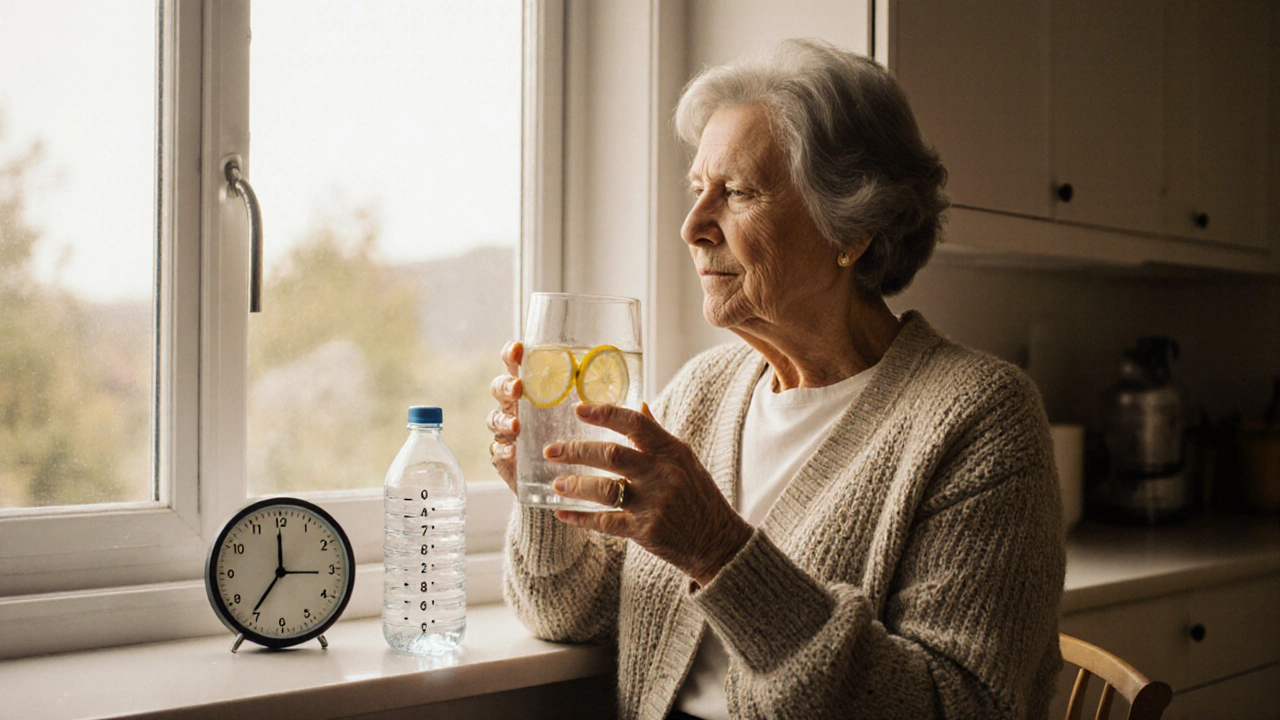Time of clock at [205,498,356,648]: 7:15
